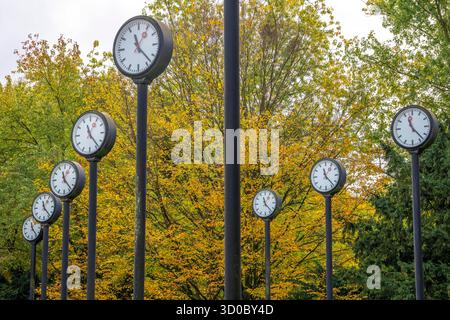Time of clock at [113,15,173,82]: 11:22
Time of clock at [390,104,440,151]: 11:22
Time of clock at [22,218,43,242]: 11:23
